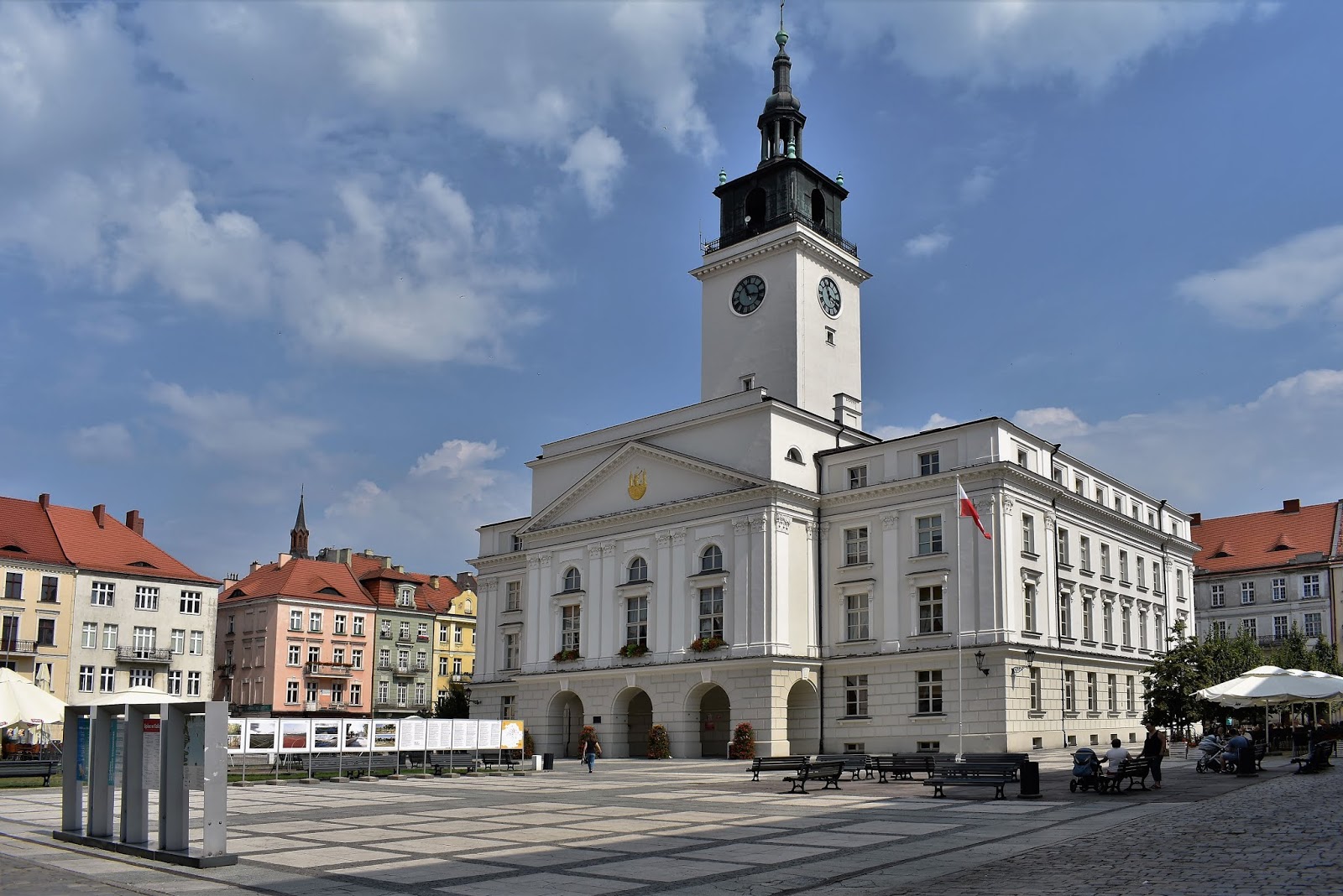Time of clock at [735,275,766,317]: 11:16
